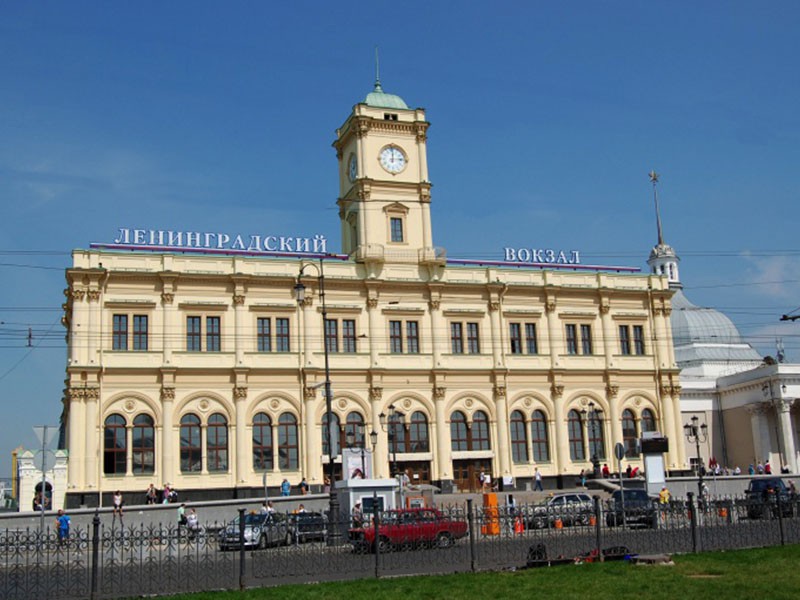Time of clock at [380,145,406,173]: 12:13
